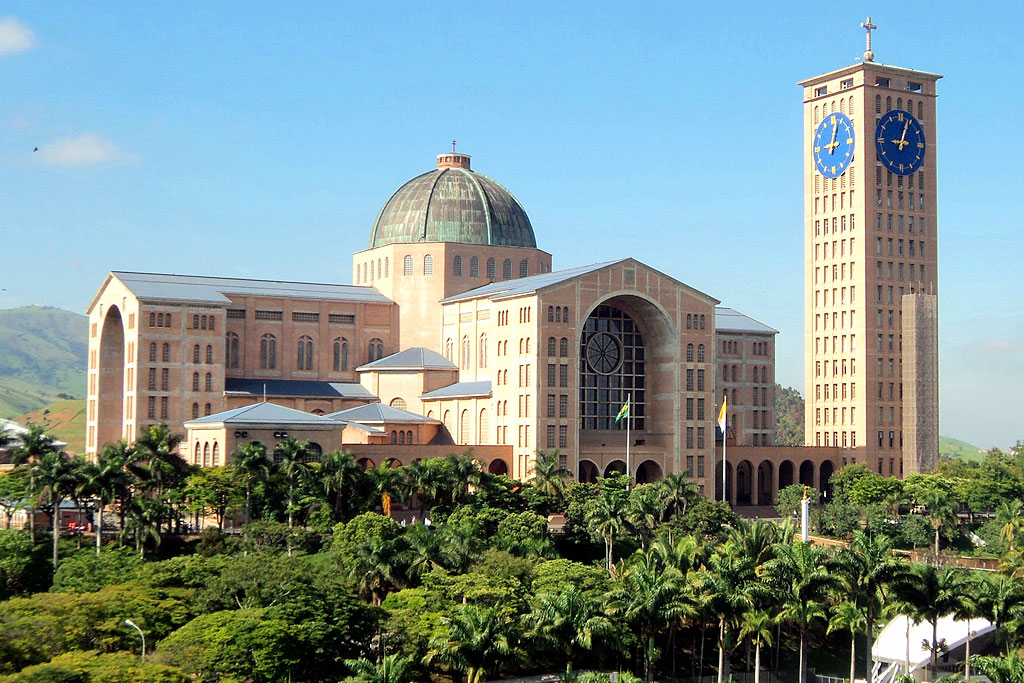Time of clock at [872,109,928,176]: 9:03
